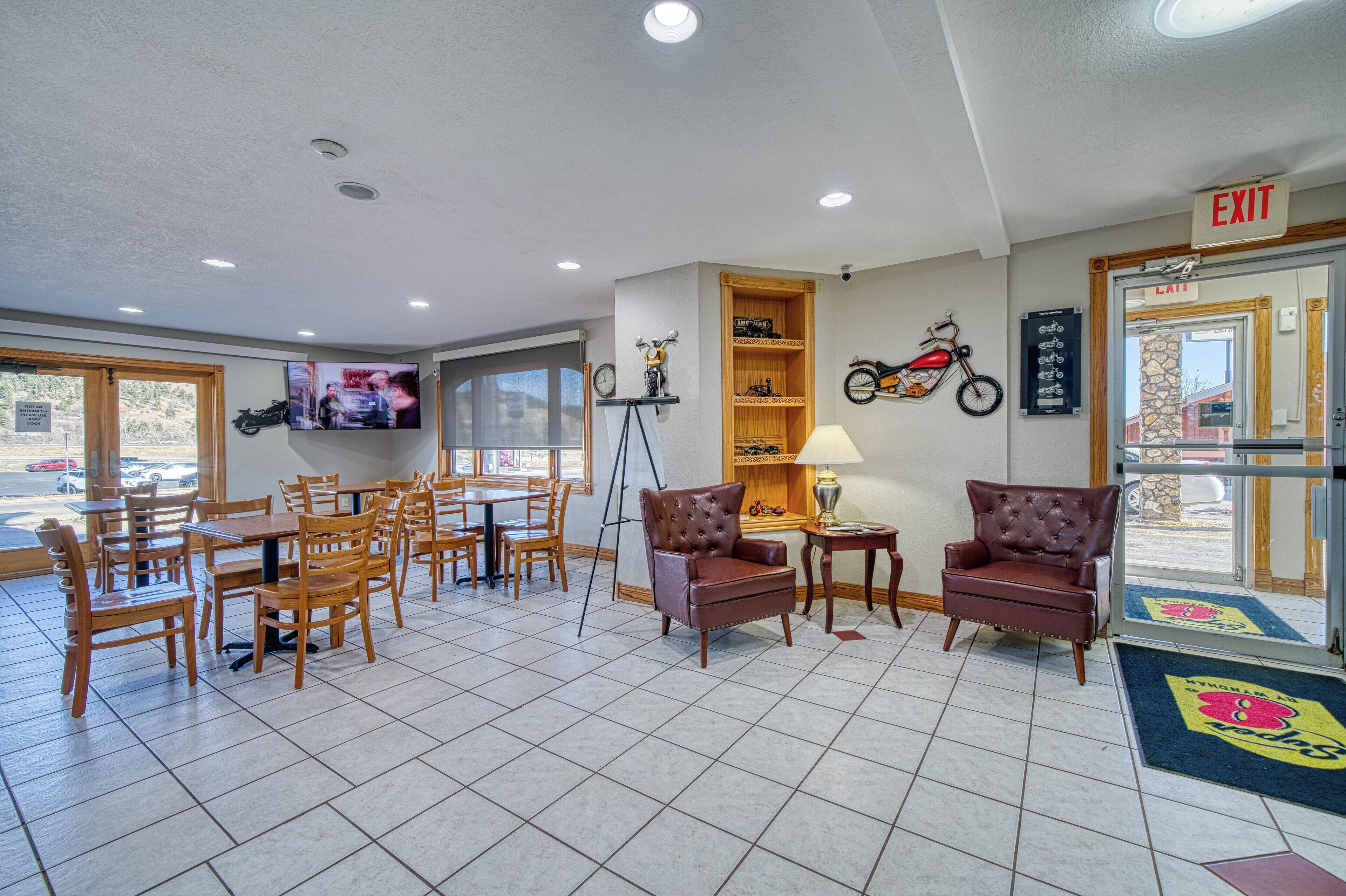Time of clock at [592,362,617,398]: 11:42
